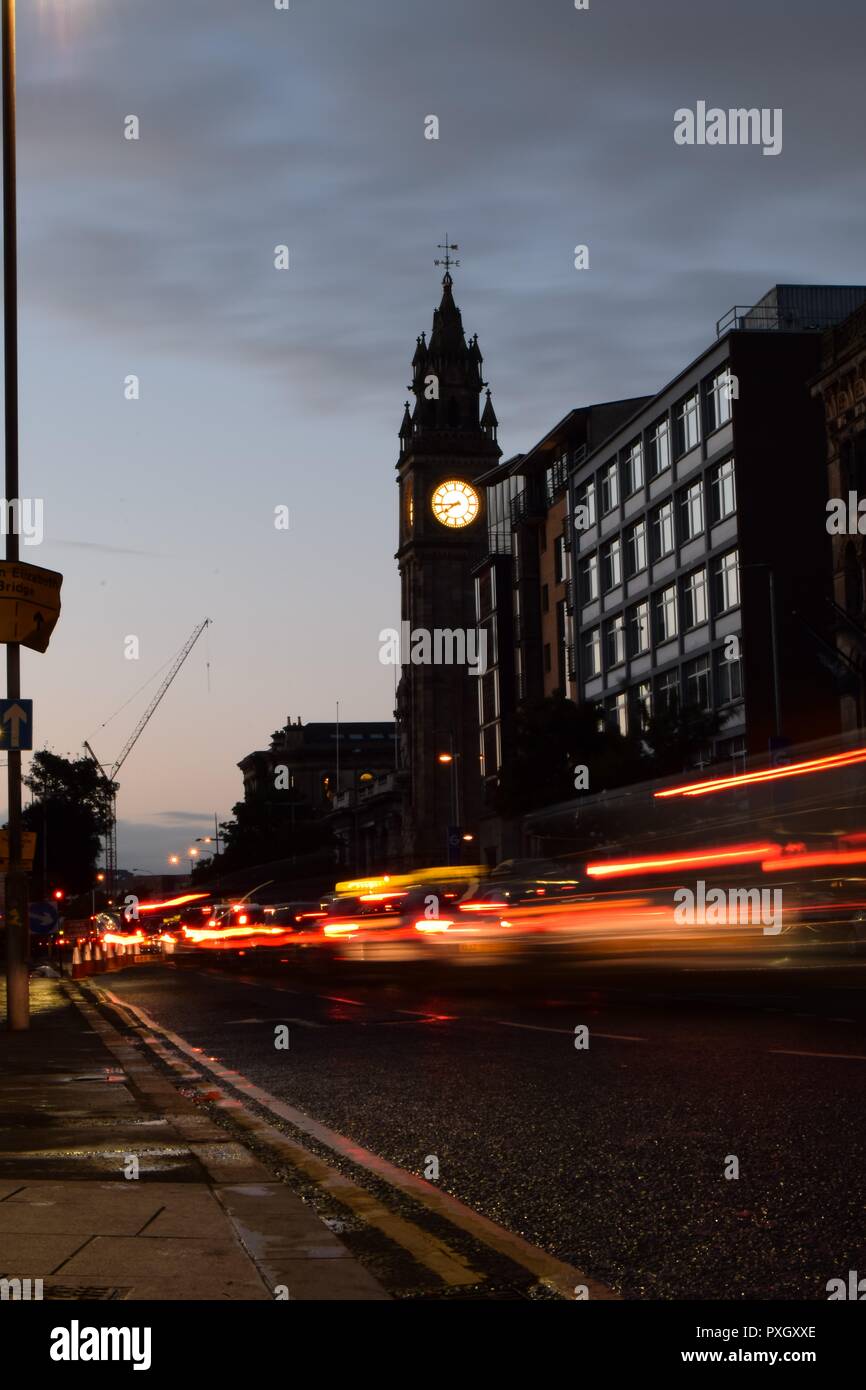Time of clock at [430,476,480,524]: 7:44
